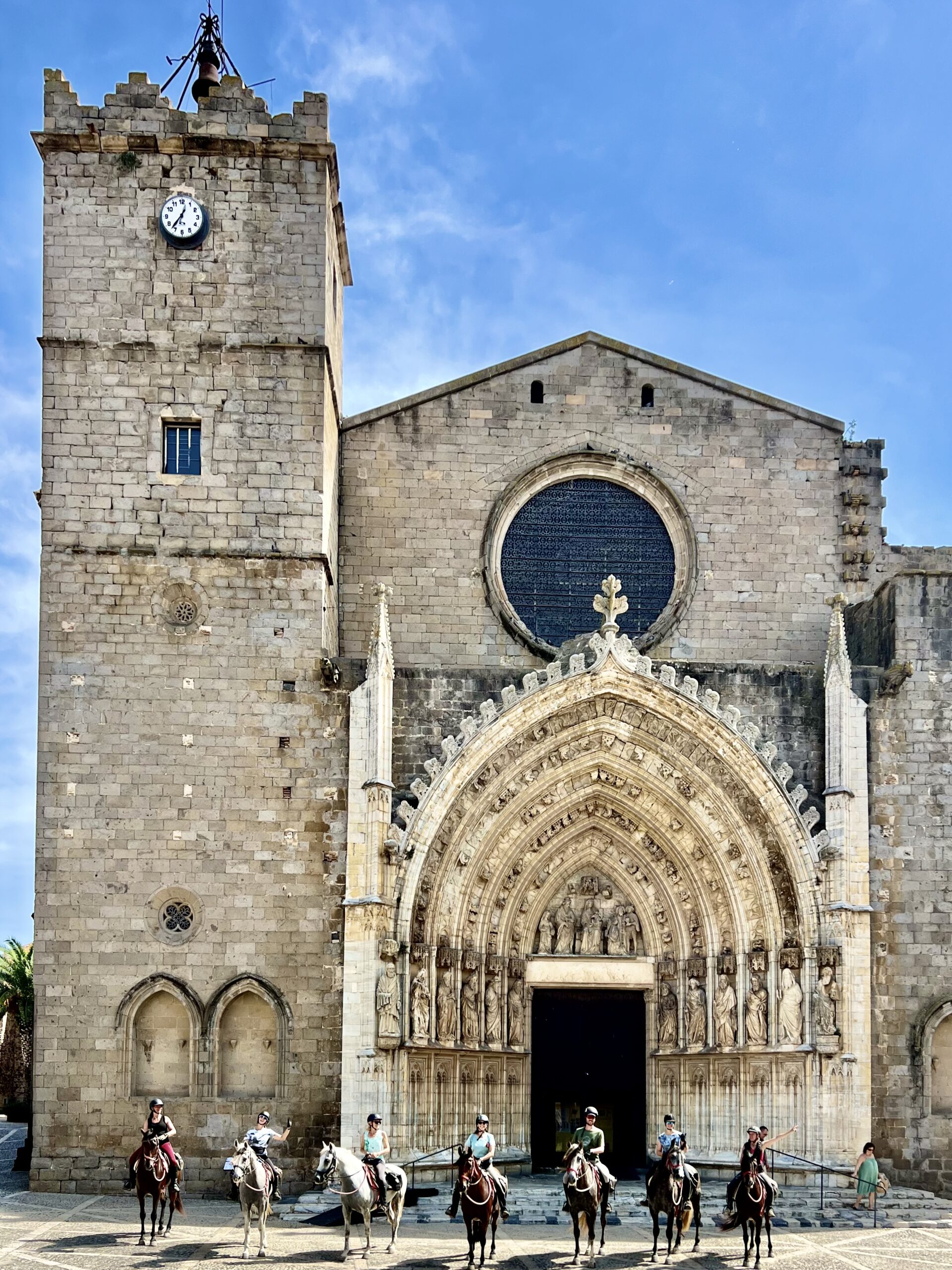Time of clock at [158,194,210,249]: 12:36
